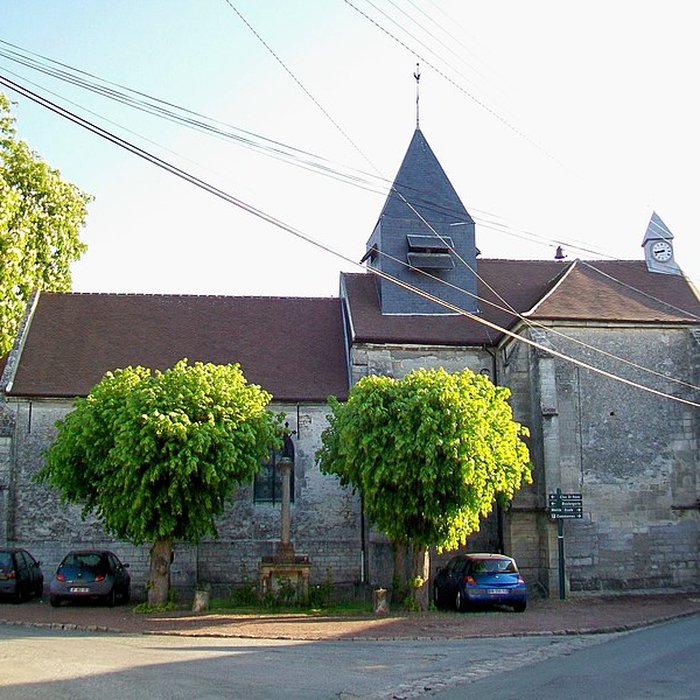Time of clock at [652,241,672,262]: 8:43
